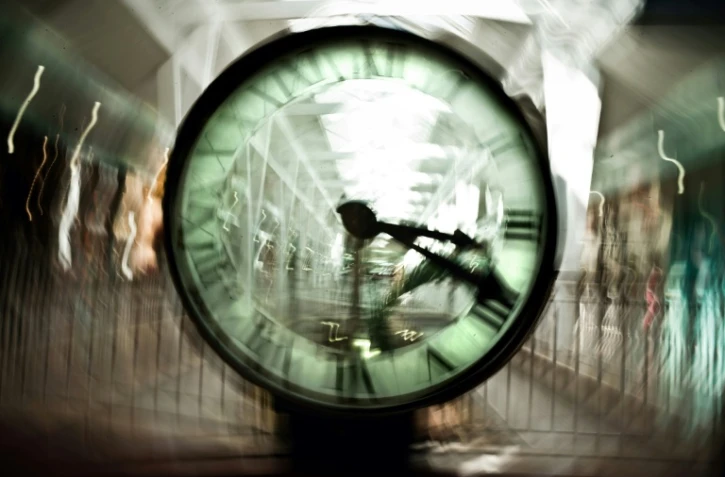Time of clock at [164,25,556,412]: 3:19
